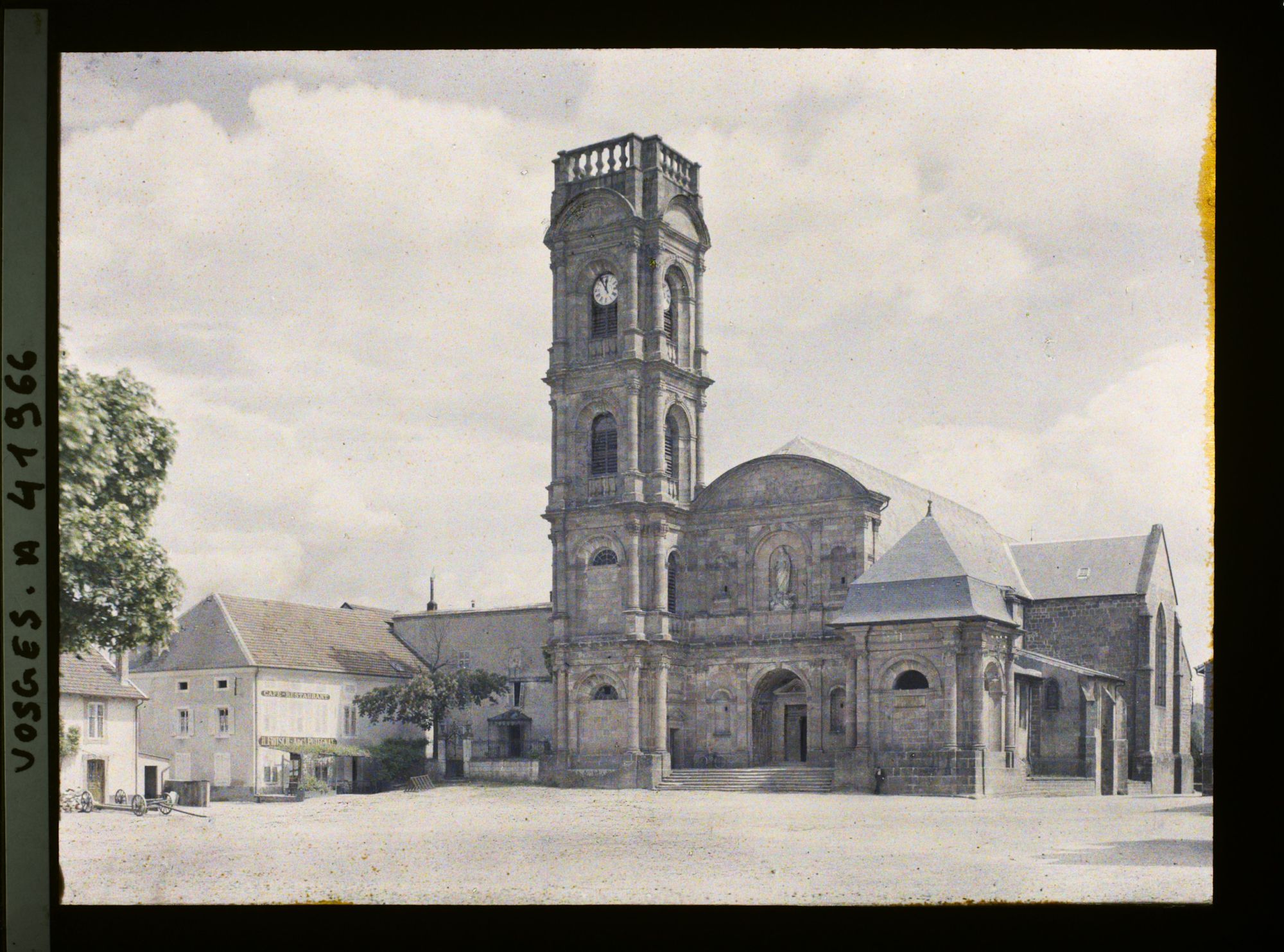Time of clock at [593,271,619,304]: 11:54
